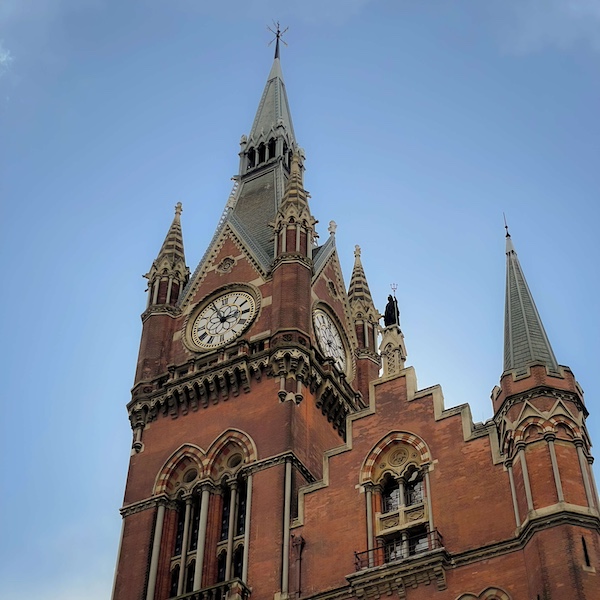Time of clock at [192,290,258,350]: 2:56
